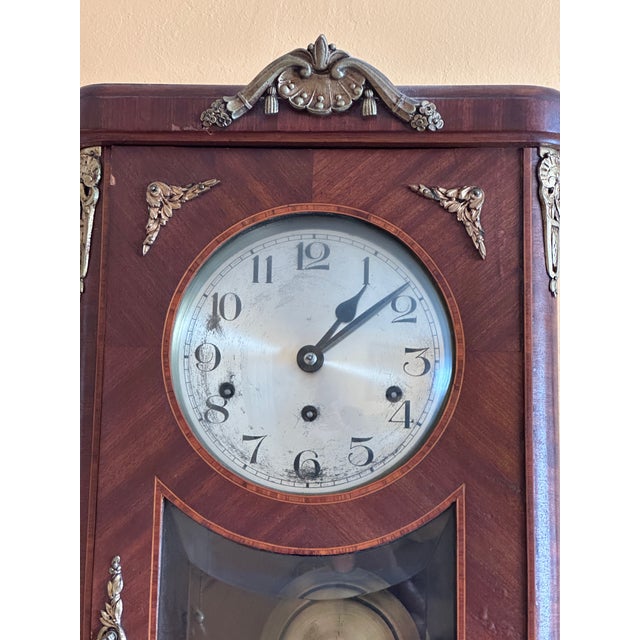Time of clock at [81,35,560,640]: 1:08
